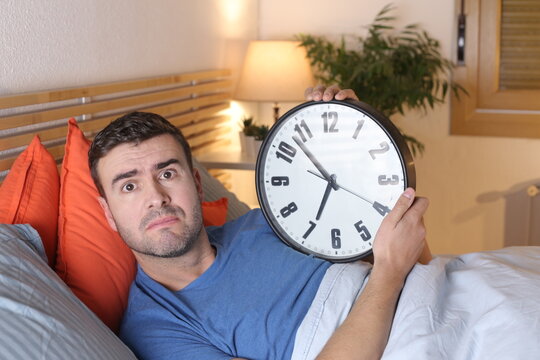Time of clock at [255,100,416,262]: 6:53
